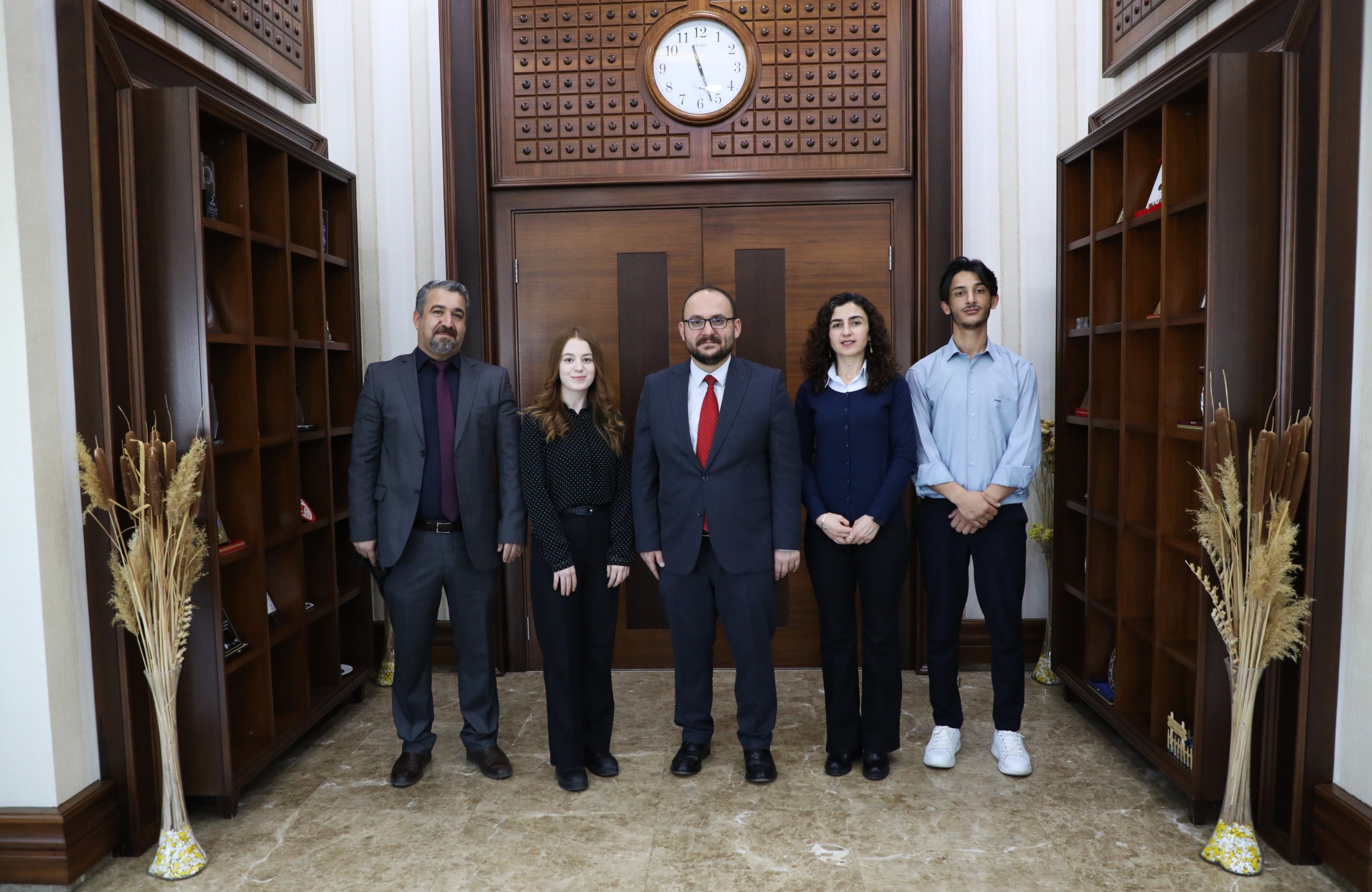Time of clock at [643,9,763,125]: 11:26
